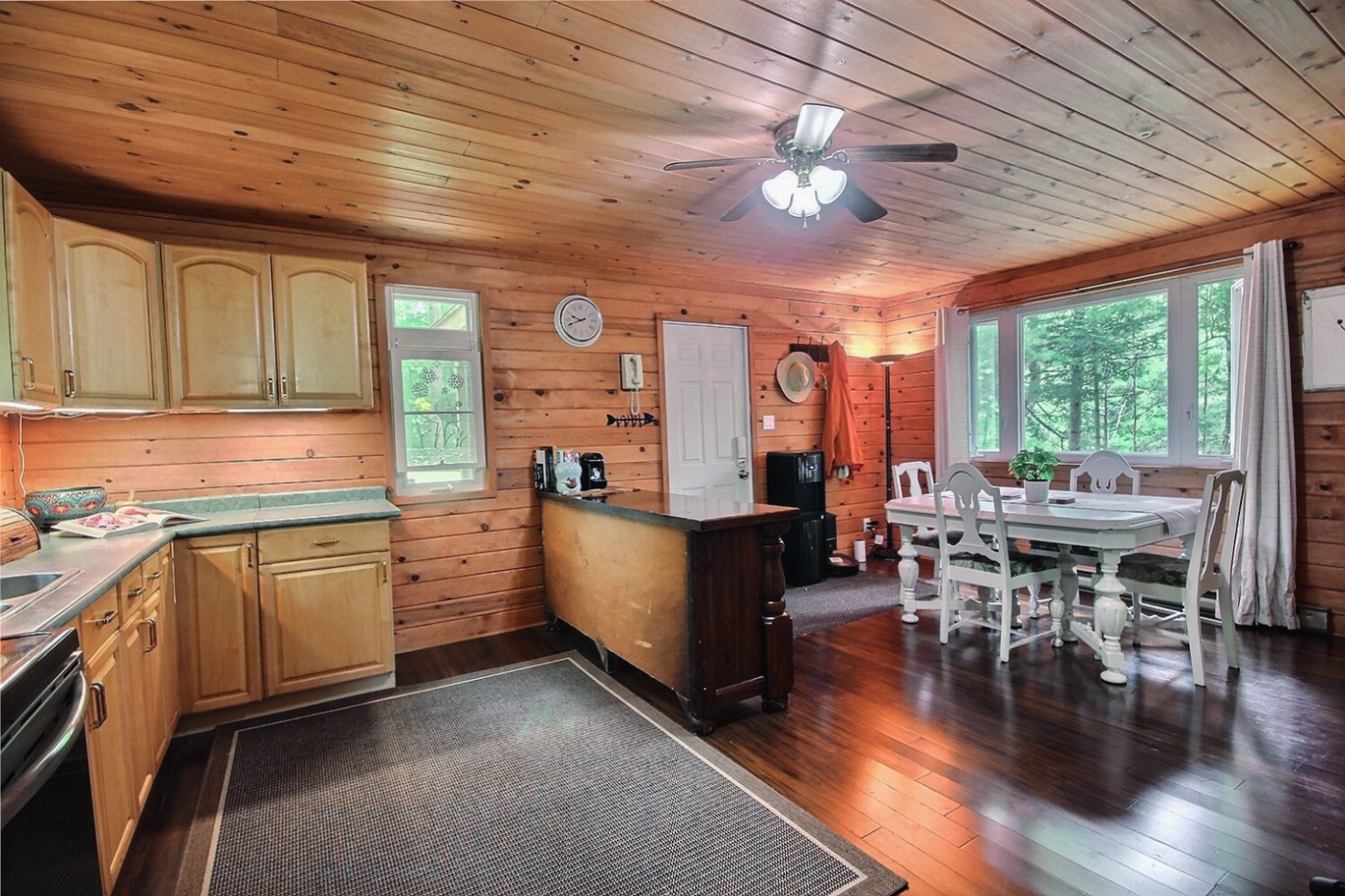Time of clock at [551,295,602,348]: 9:41
